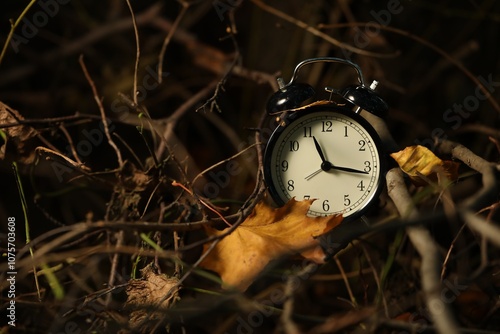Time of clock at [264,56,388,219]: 11:16
